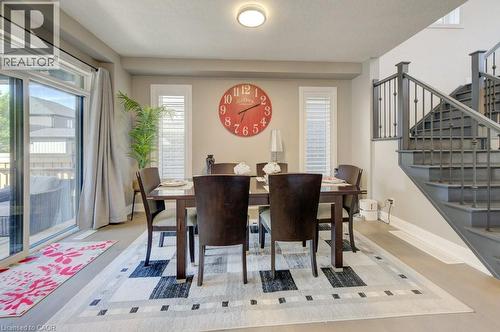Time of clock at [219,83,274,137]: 2:11
